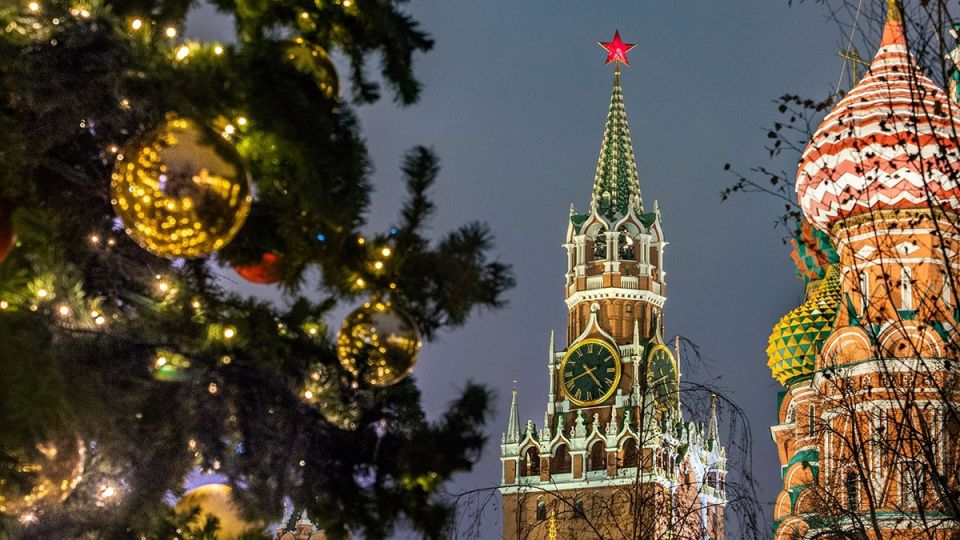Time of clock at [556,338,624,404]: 4:41
